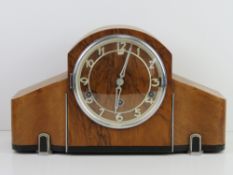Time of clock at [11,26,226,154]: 6:02
